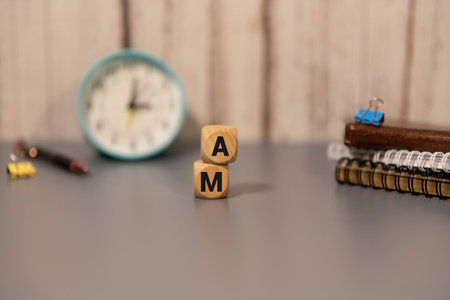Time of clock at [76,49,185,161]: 3:02
